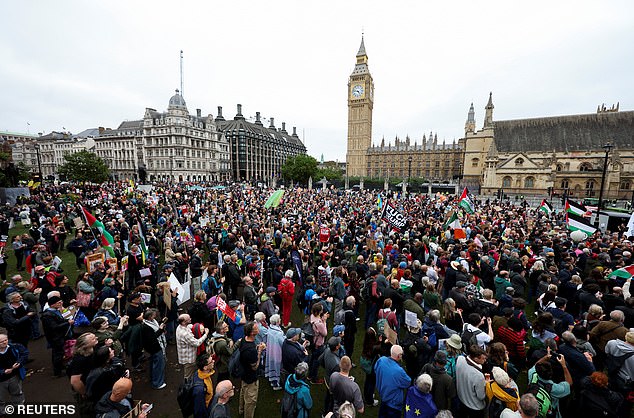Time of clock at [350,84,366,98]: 4:46
